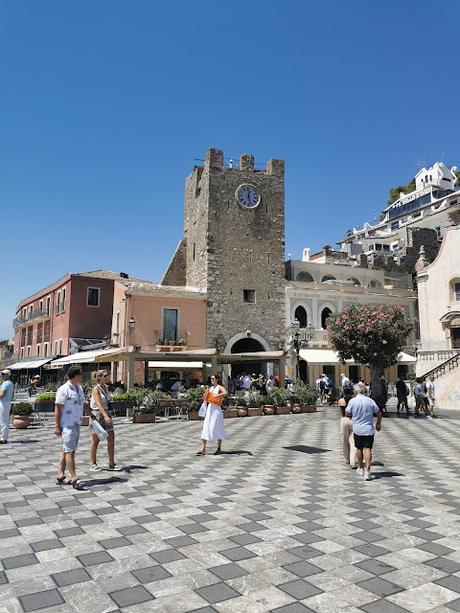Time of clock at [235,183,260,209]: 12:27
